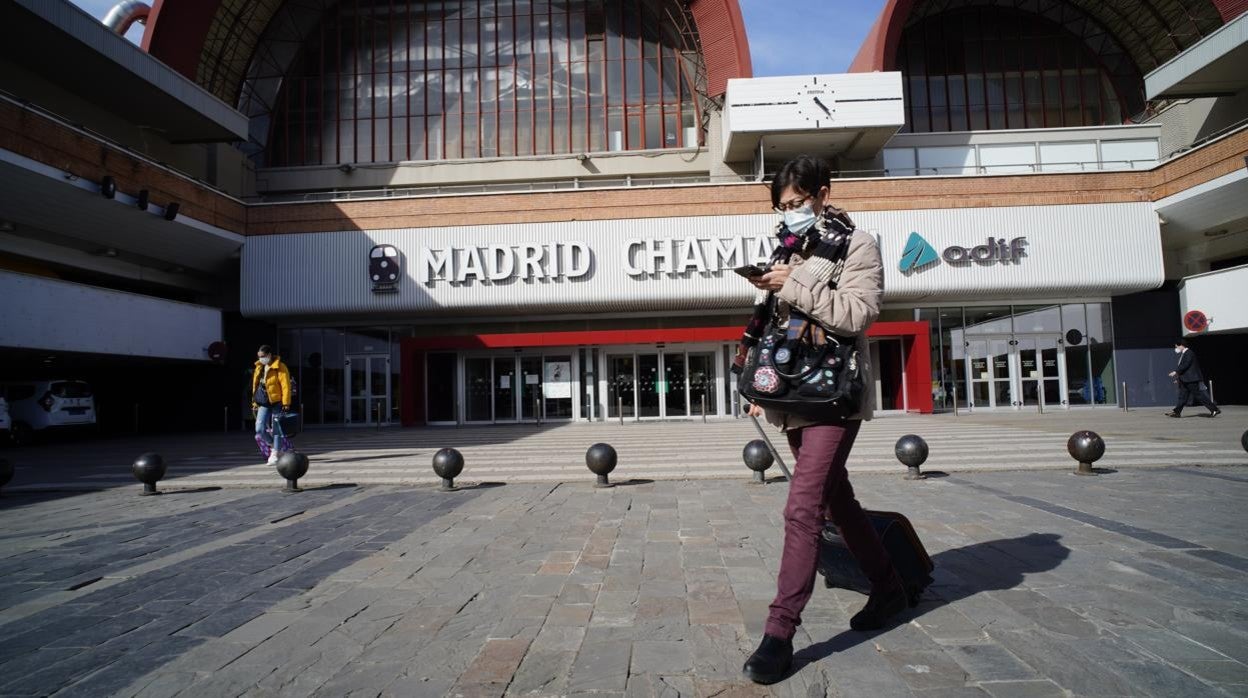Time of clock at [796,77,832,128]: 4:23
